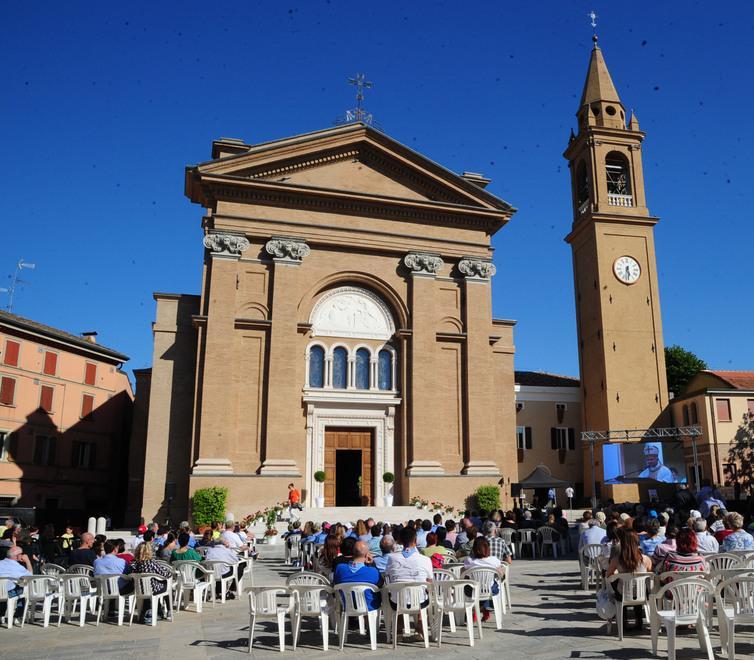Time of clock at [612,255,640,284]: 5:31
